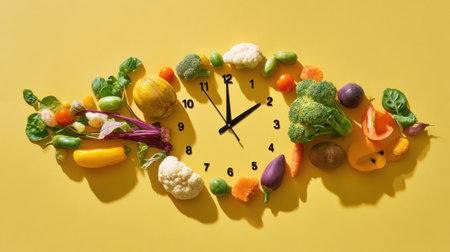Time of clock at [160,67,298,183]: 1:59
